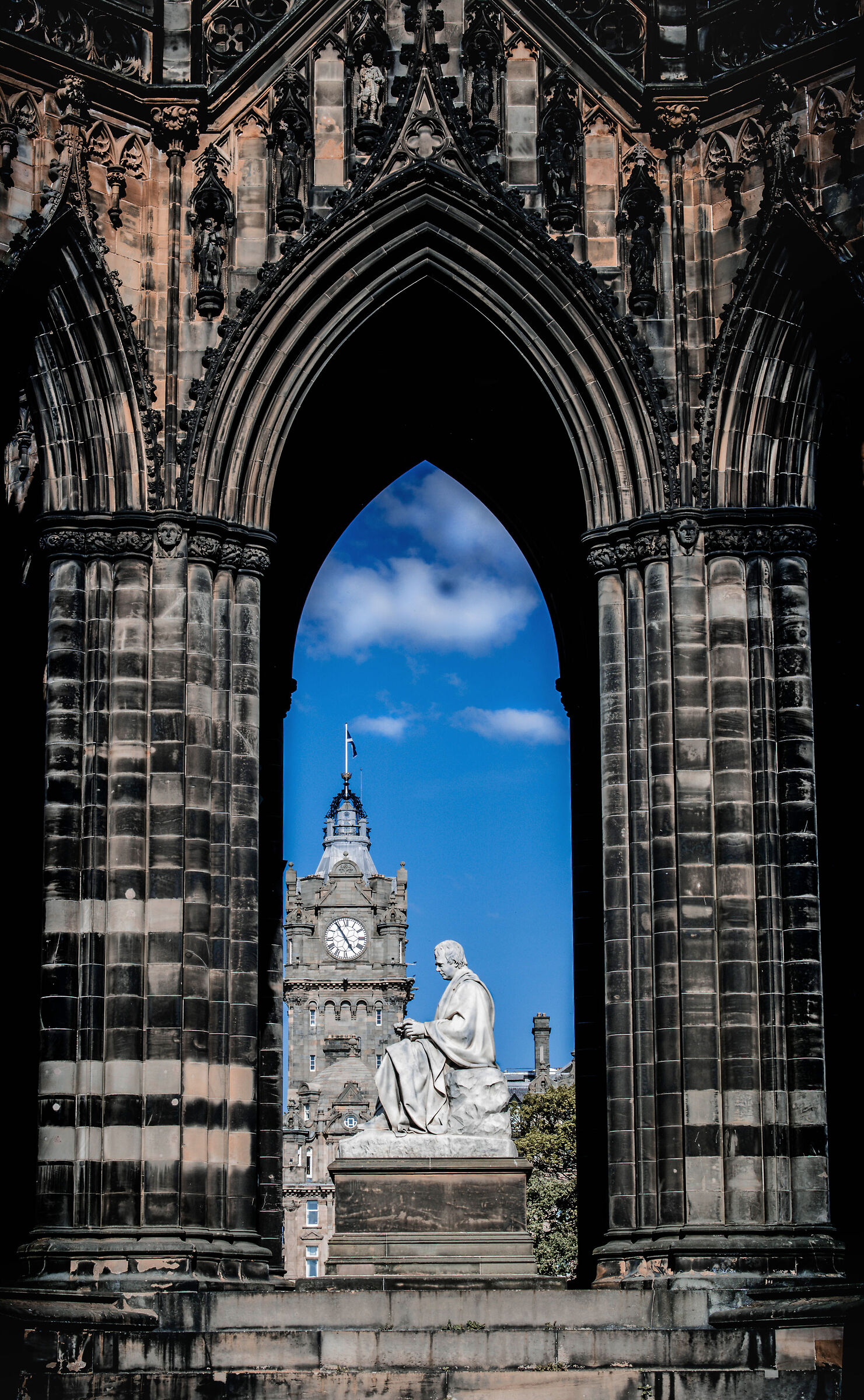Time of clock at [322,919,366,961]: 4:54
